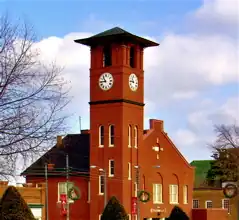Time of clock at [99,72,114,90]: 10:45
